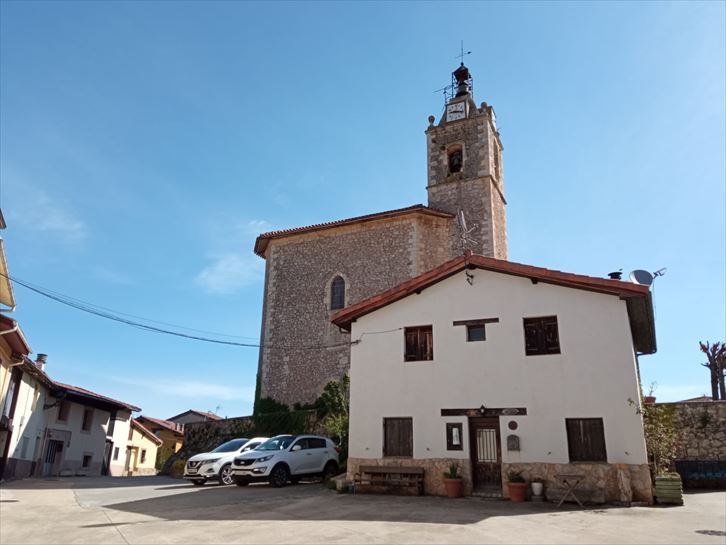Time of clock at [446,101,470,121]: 9:17
